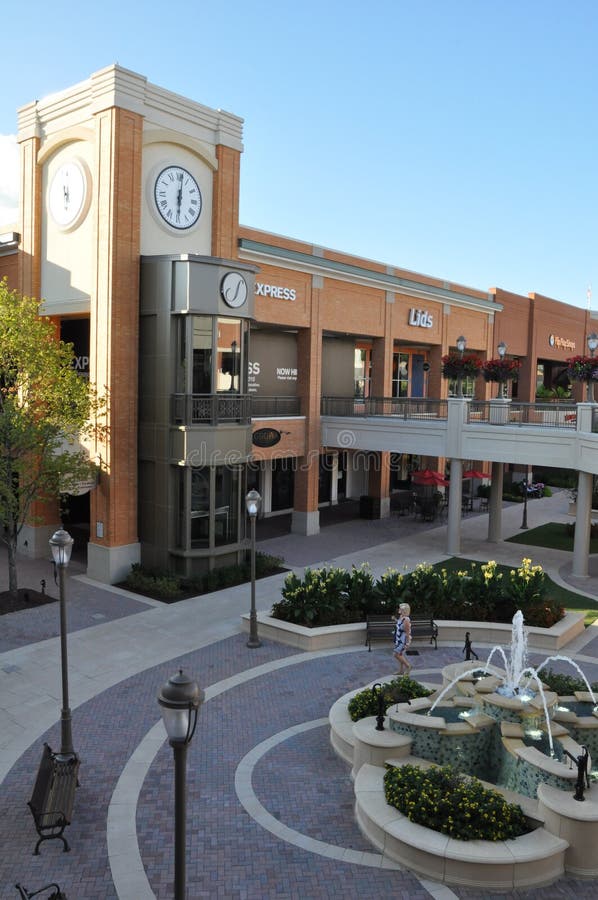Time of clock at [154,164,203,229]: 6:01
